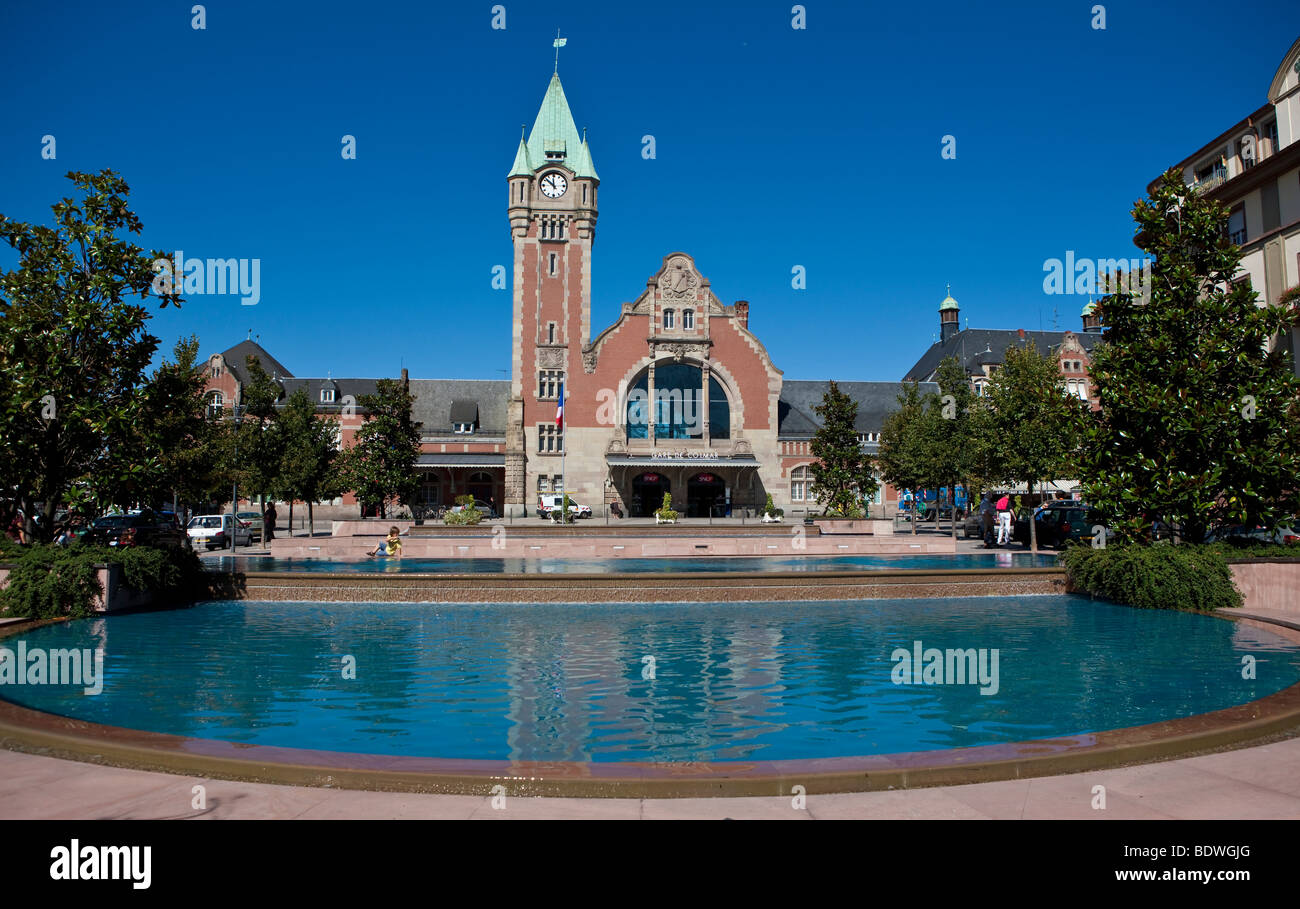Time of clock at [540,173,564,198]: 11:51
